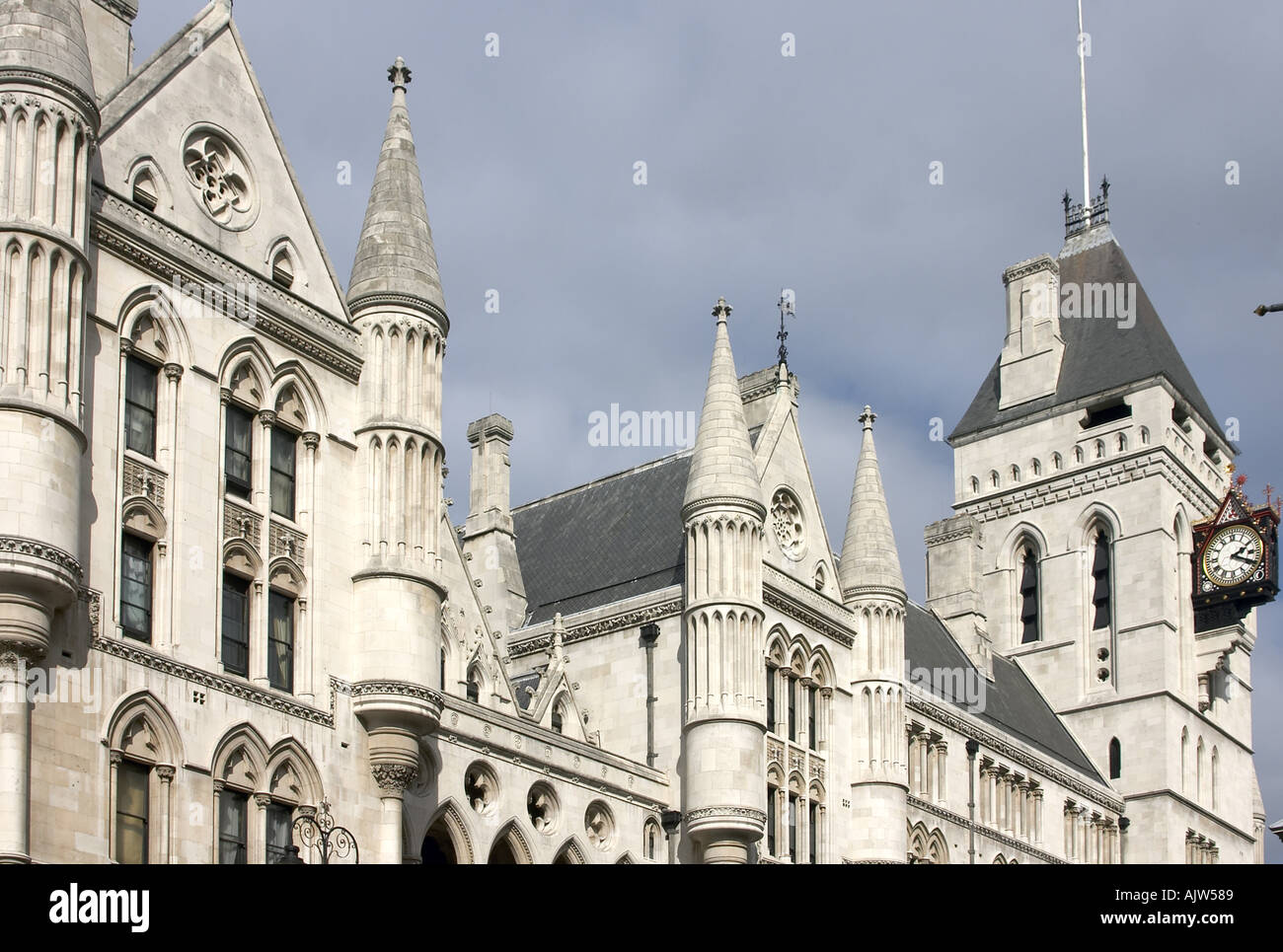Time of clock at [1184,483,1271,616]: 2:18
